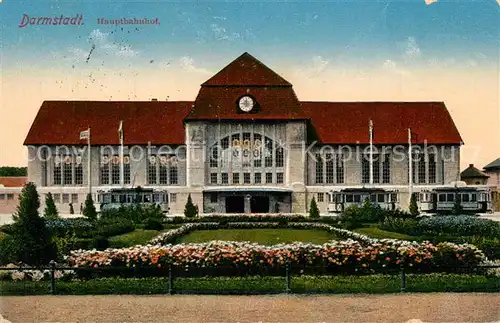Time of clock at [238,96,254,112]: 11:46
